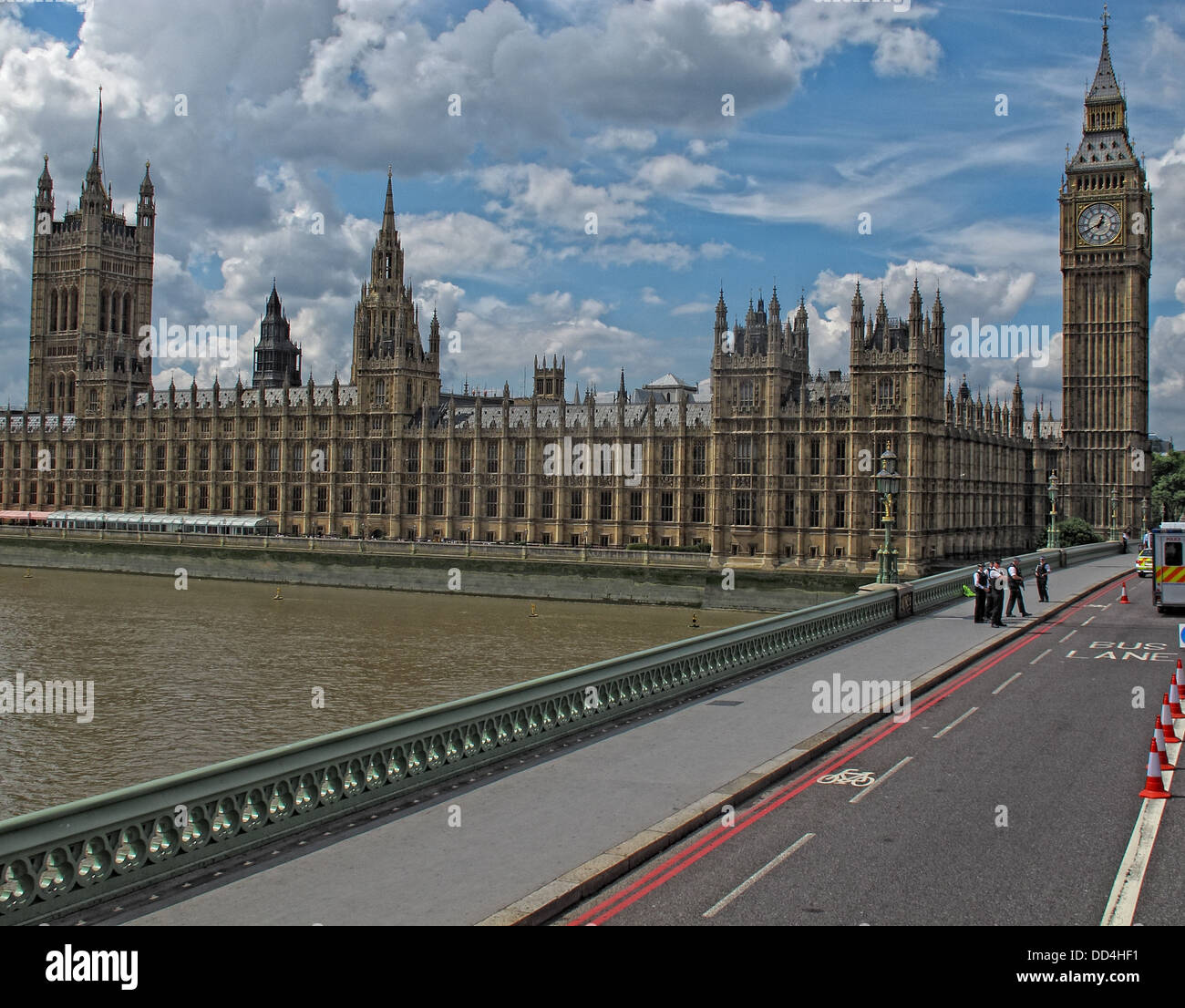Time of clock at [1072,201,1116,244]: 12:40
